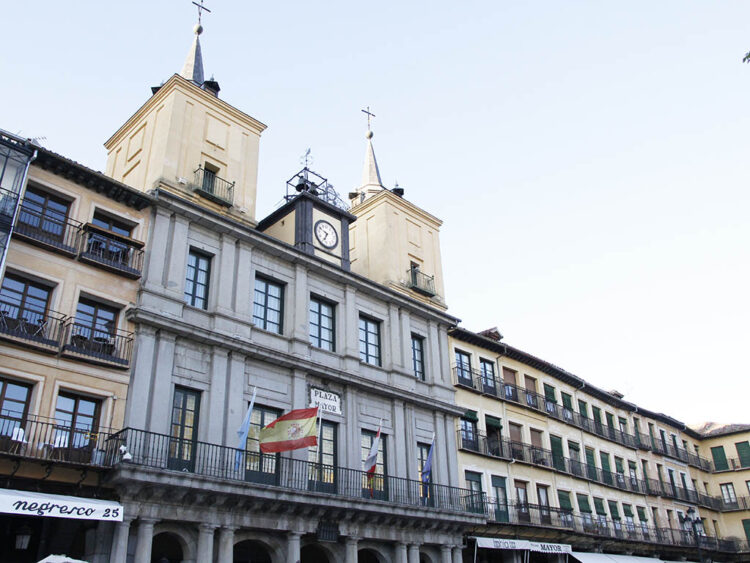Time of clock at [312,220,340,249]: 6:49
